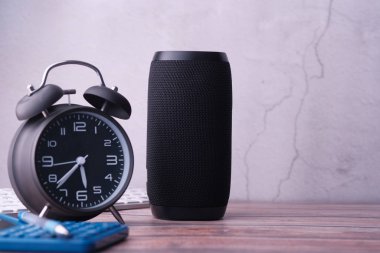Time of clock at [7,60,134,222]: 5:37
